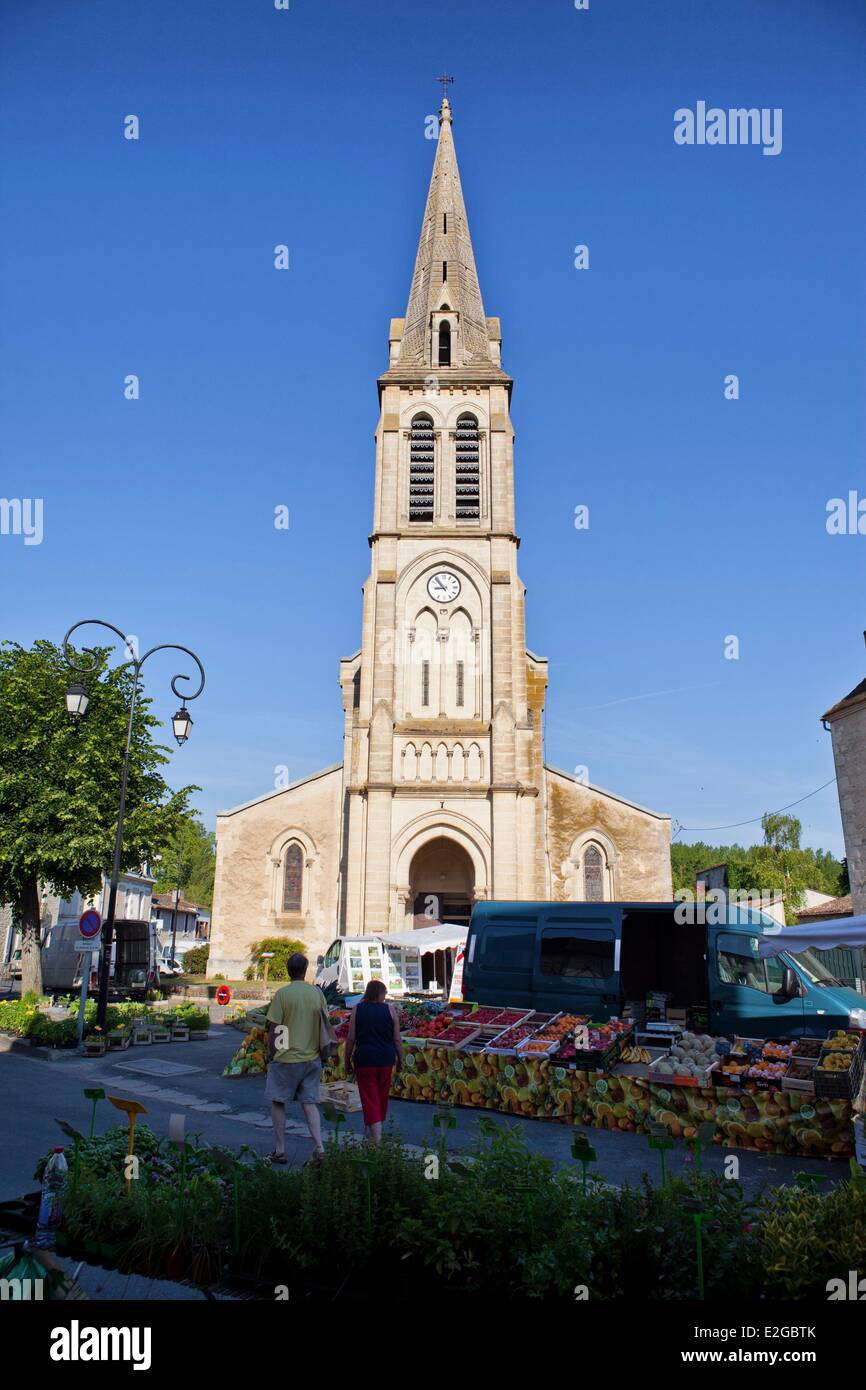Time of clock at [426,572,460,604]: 8:53
